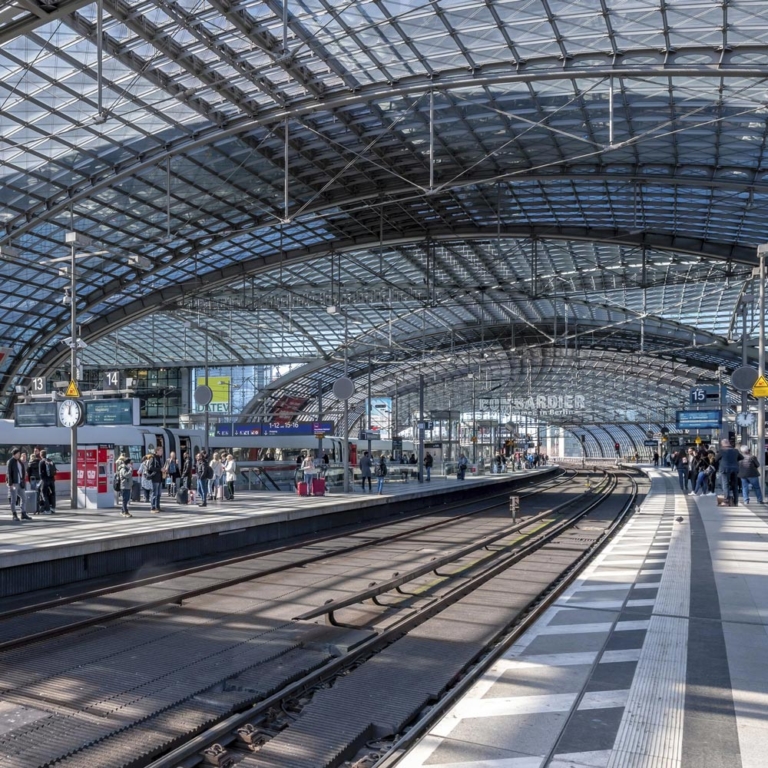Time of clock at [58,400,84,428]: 12:02
